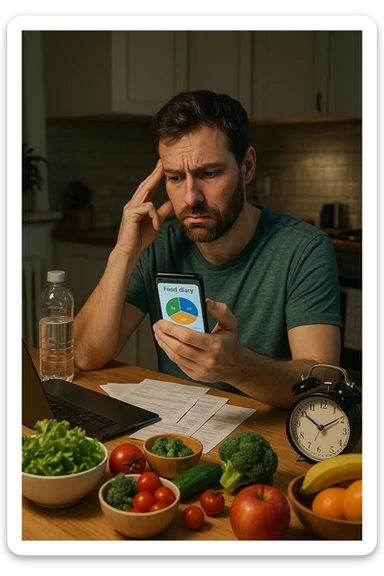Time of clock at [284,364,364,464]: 10:09
